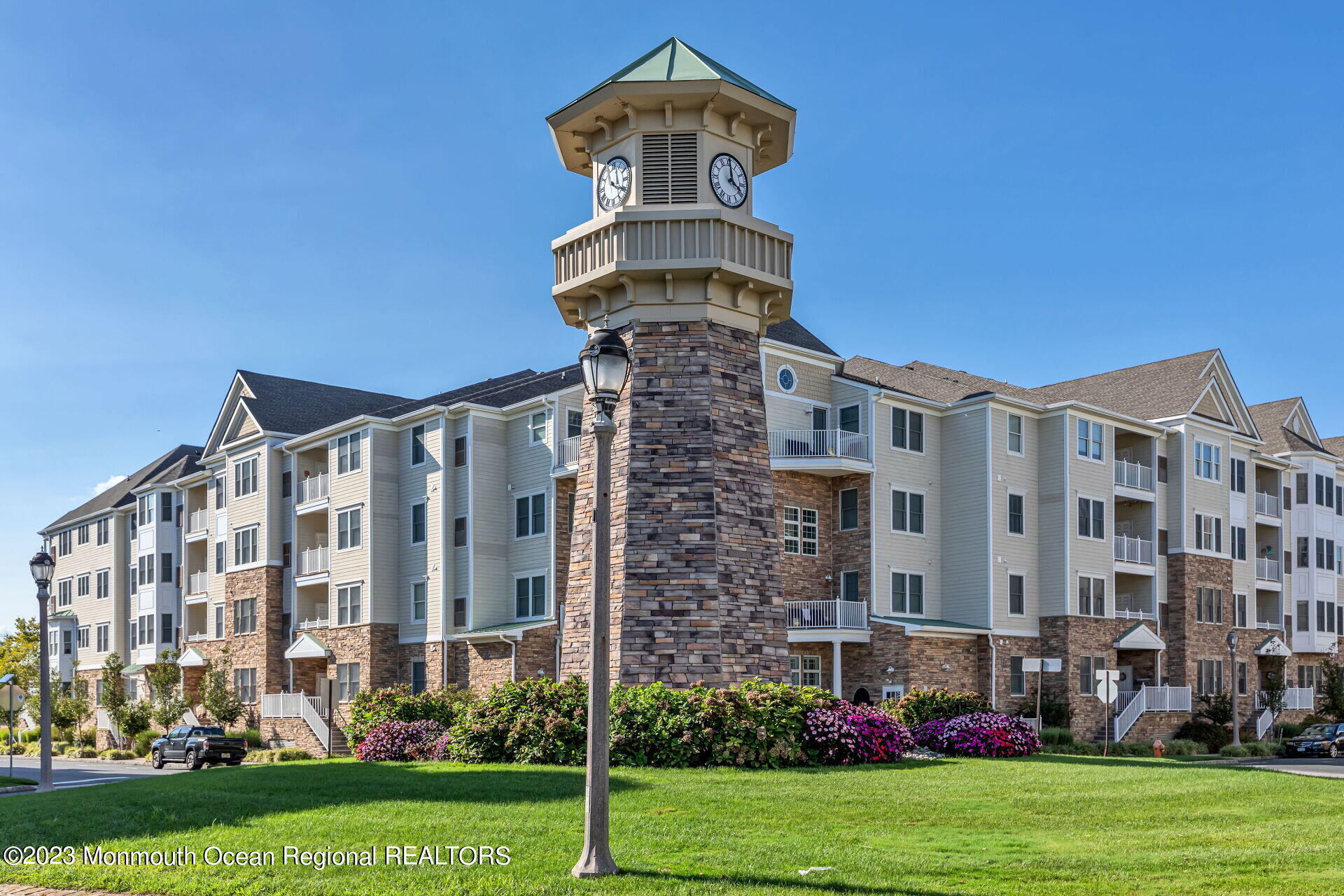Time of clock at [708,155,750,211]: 4:00
